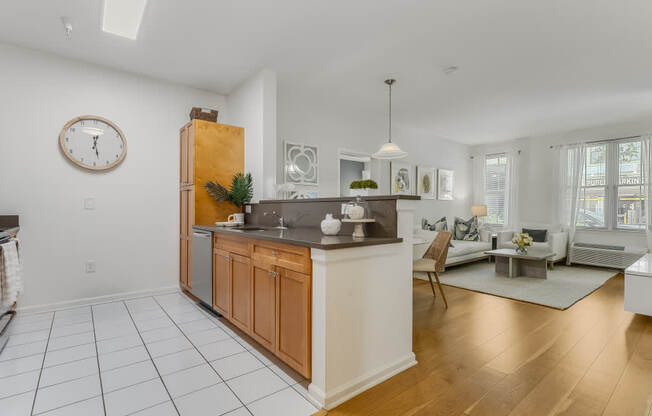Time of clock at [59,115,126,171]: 12:27
